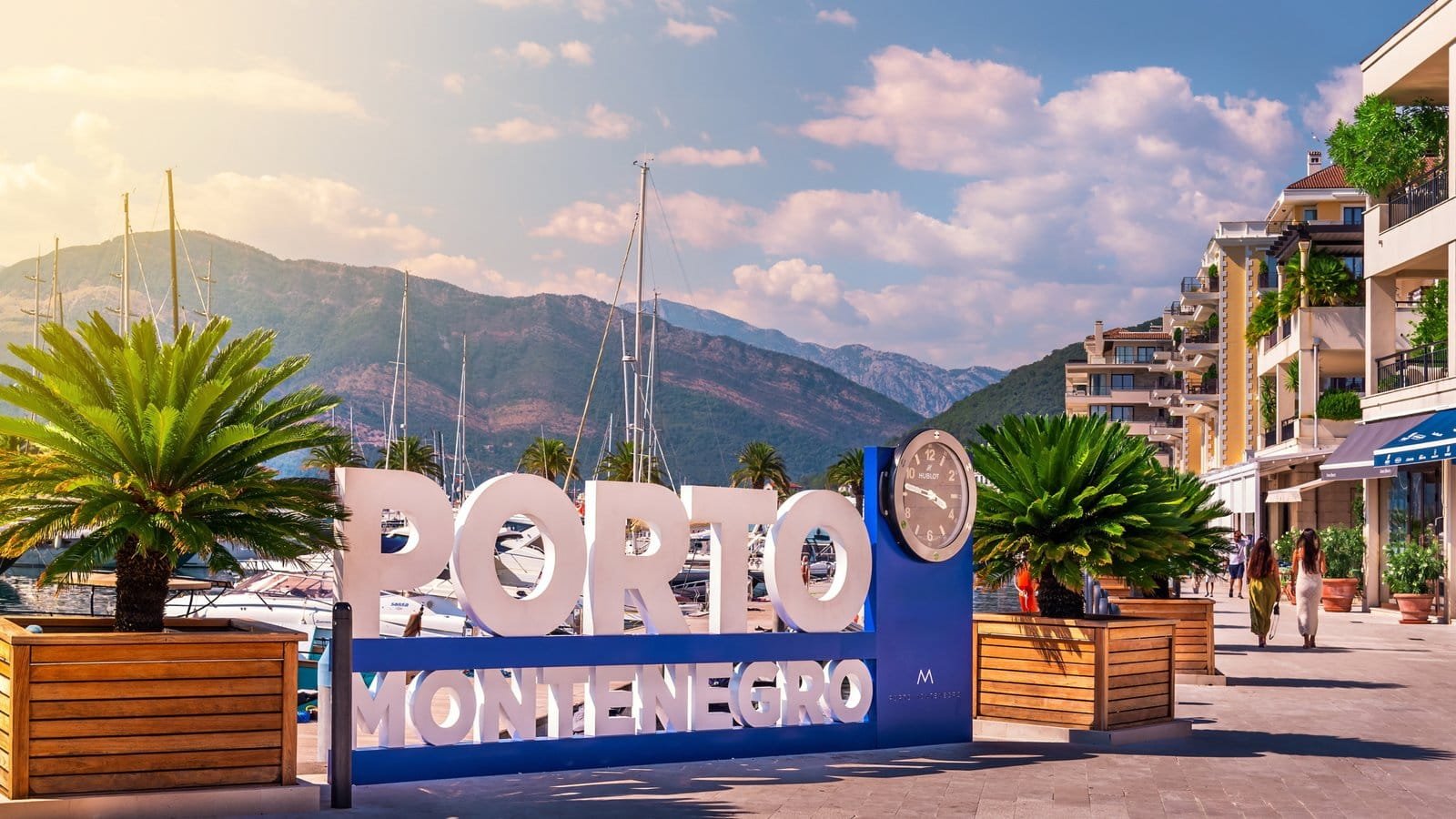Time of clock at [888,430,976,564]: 3:46
